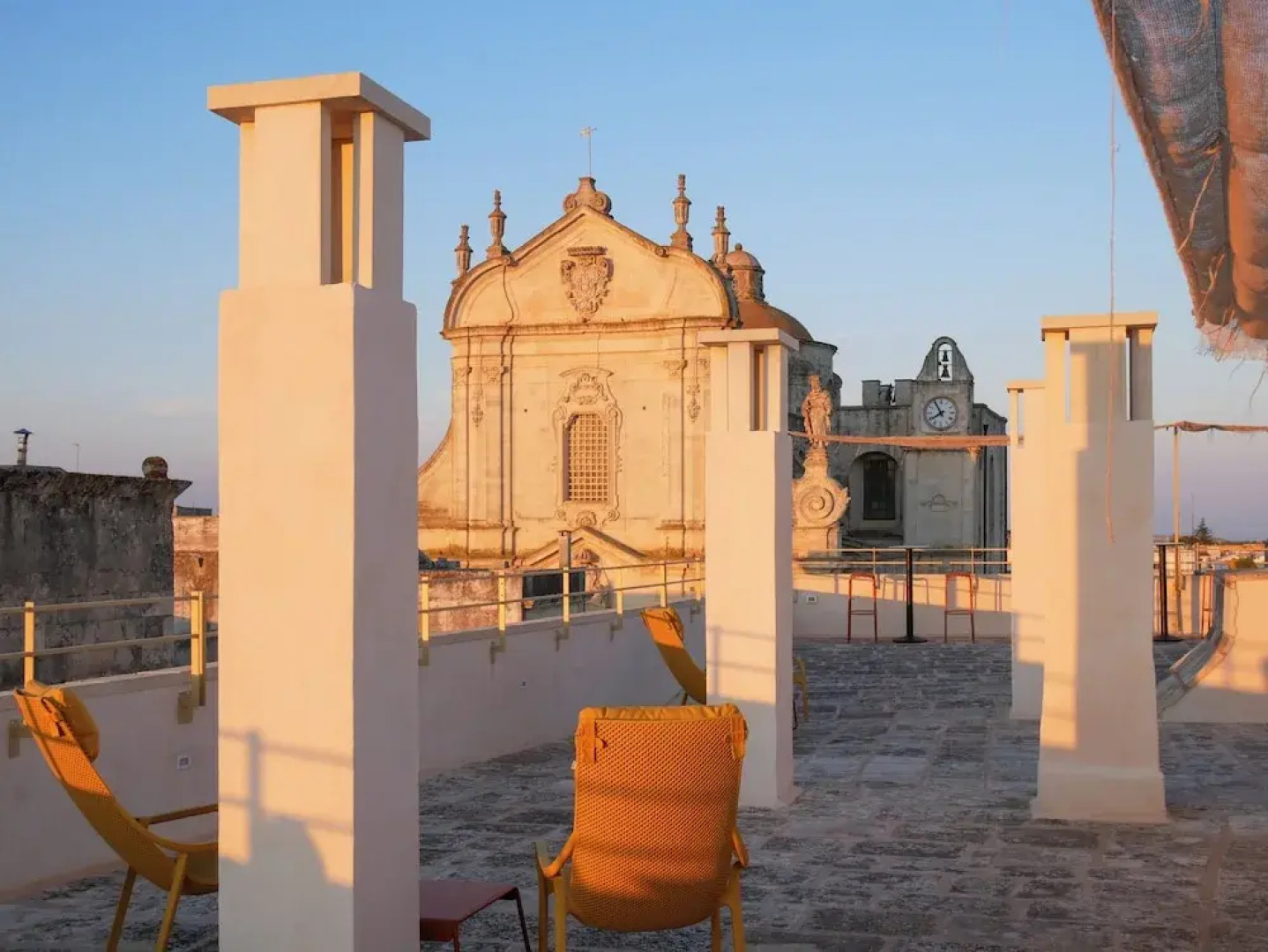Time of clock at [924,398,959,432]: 7:54
